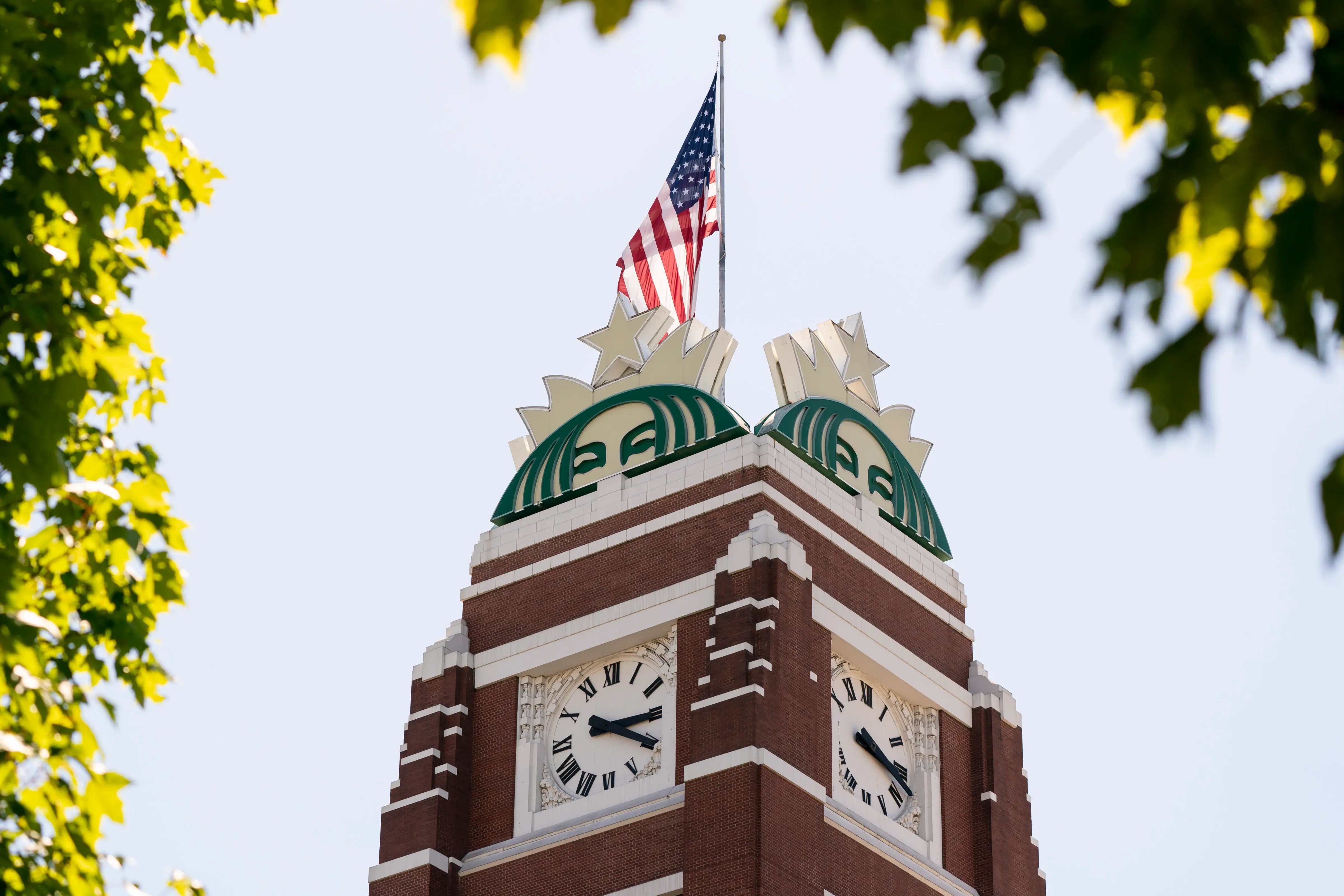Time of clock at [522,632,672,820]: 3:20
